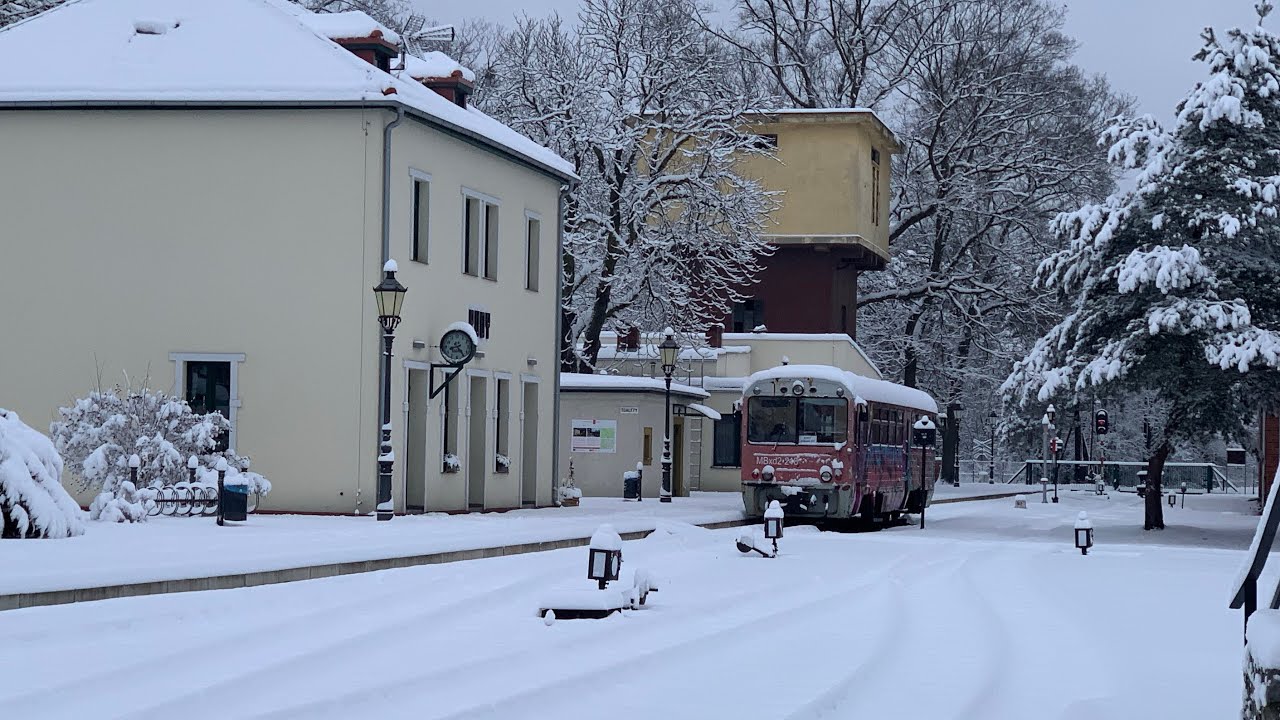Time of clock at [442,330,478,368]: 8:24
